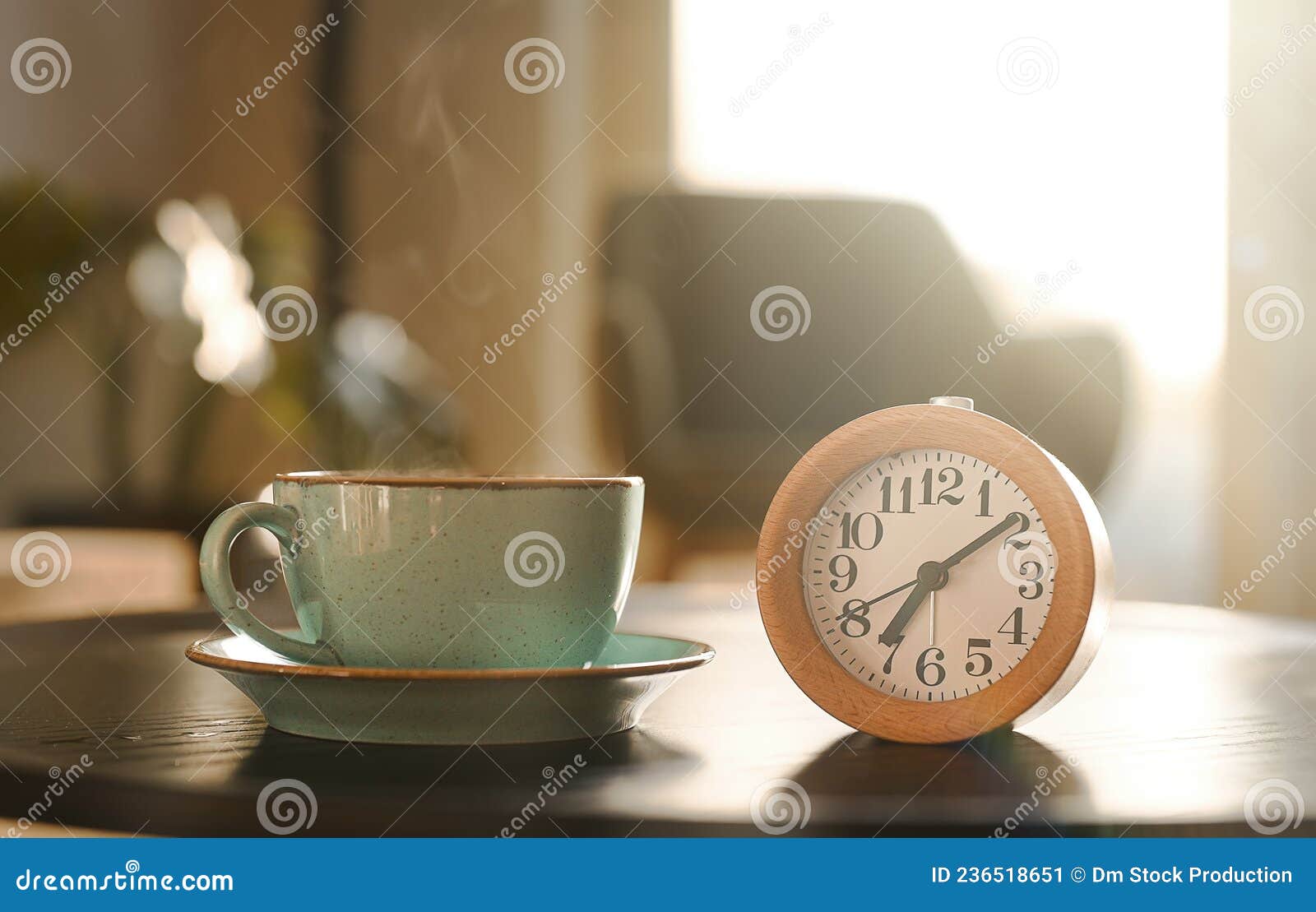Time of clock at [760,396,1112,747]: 7:08
